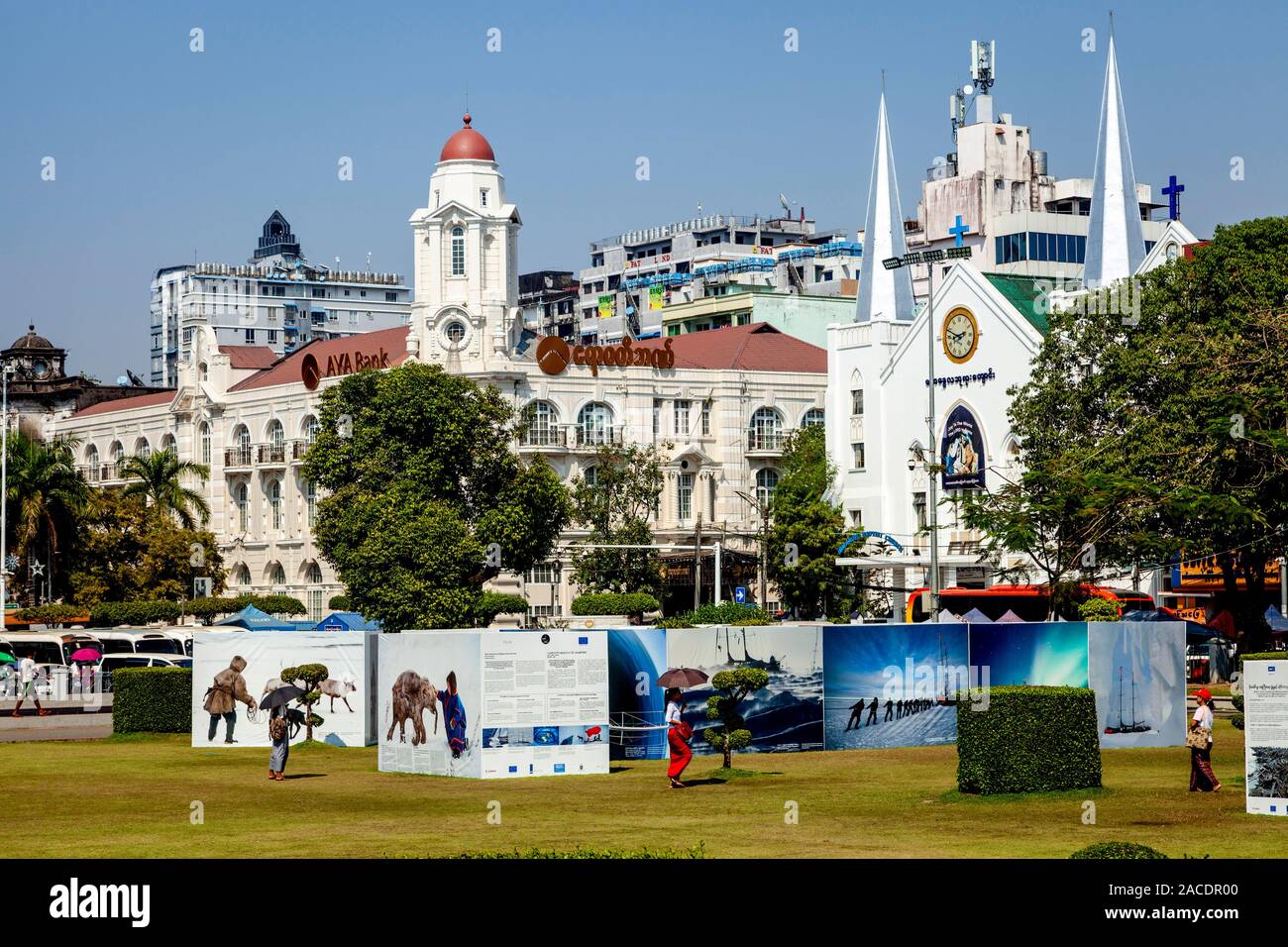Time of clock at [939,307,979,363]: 8:48
